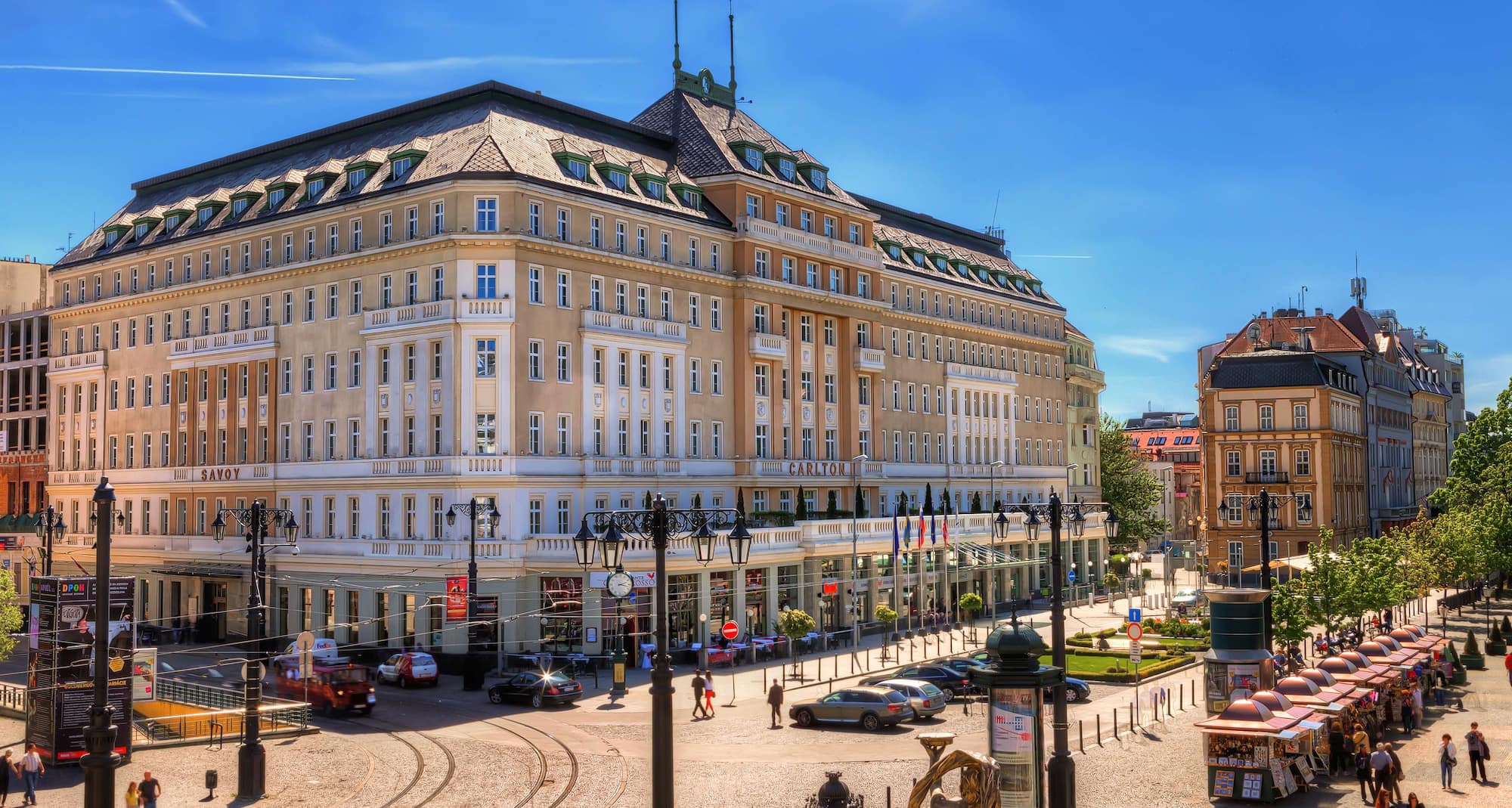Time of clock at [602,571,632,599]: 2:17
